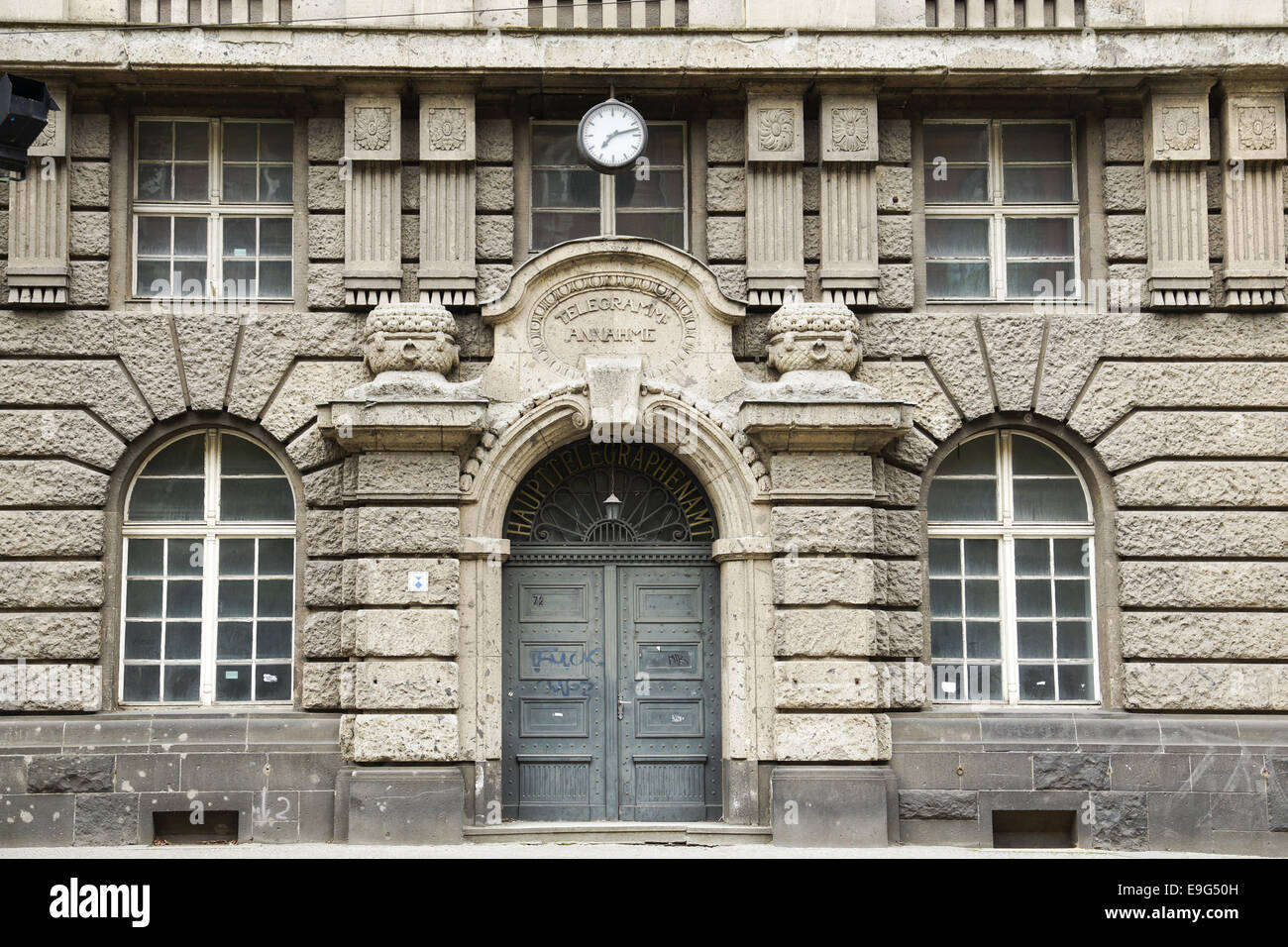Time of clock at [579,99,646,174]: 7:12
